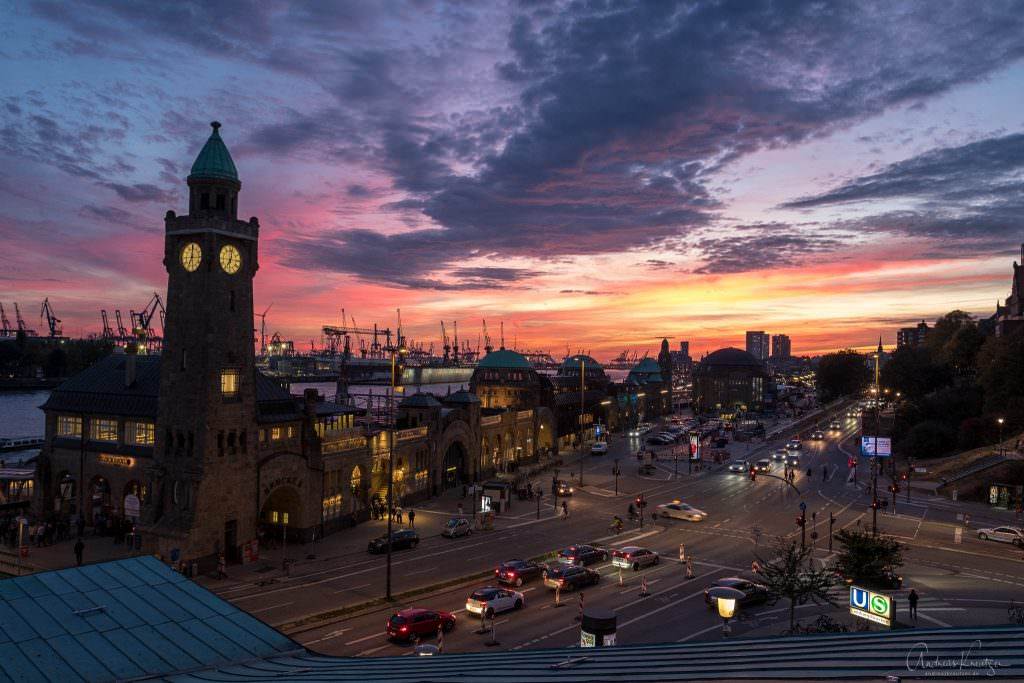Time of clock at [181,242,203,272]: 7:00
